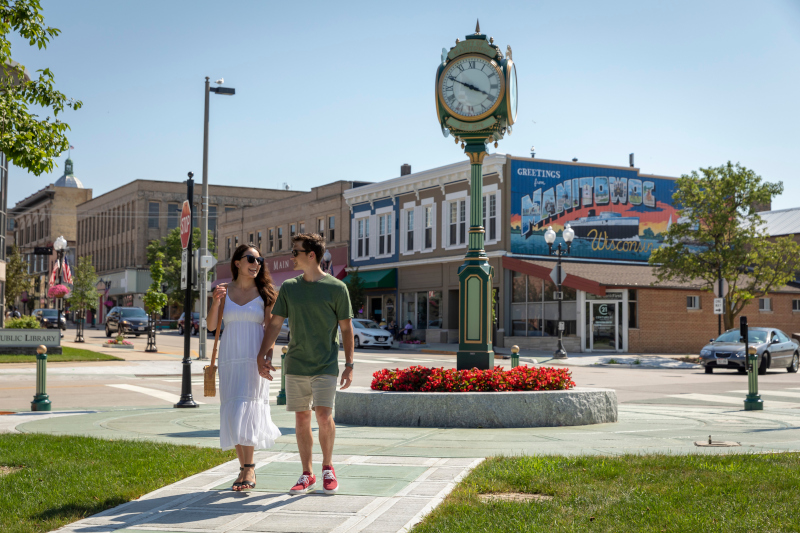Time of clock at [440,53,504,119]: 3:48
